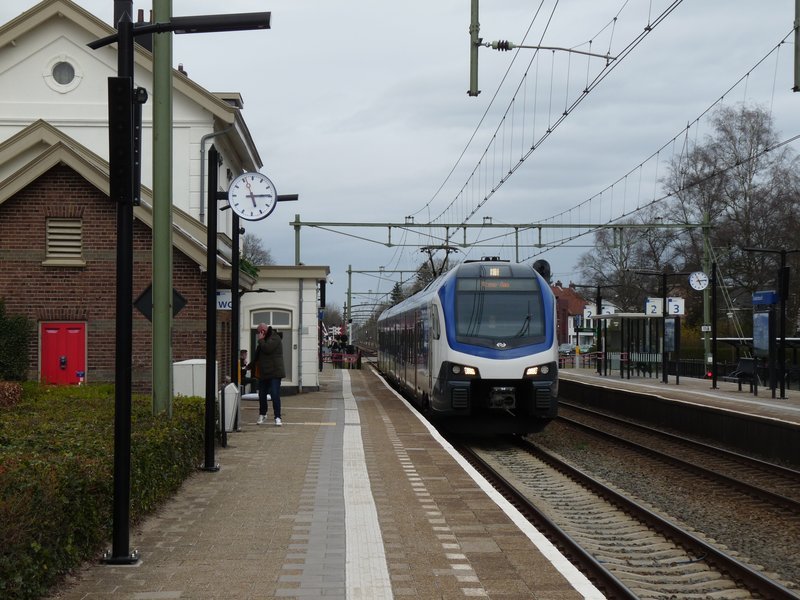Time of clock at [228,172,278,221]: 5:14
